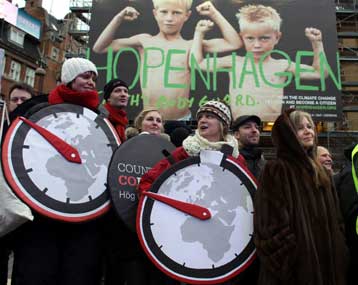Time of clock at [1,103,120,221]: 9:50
